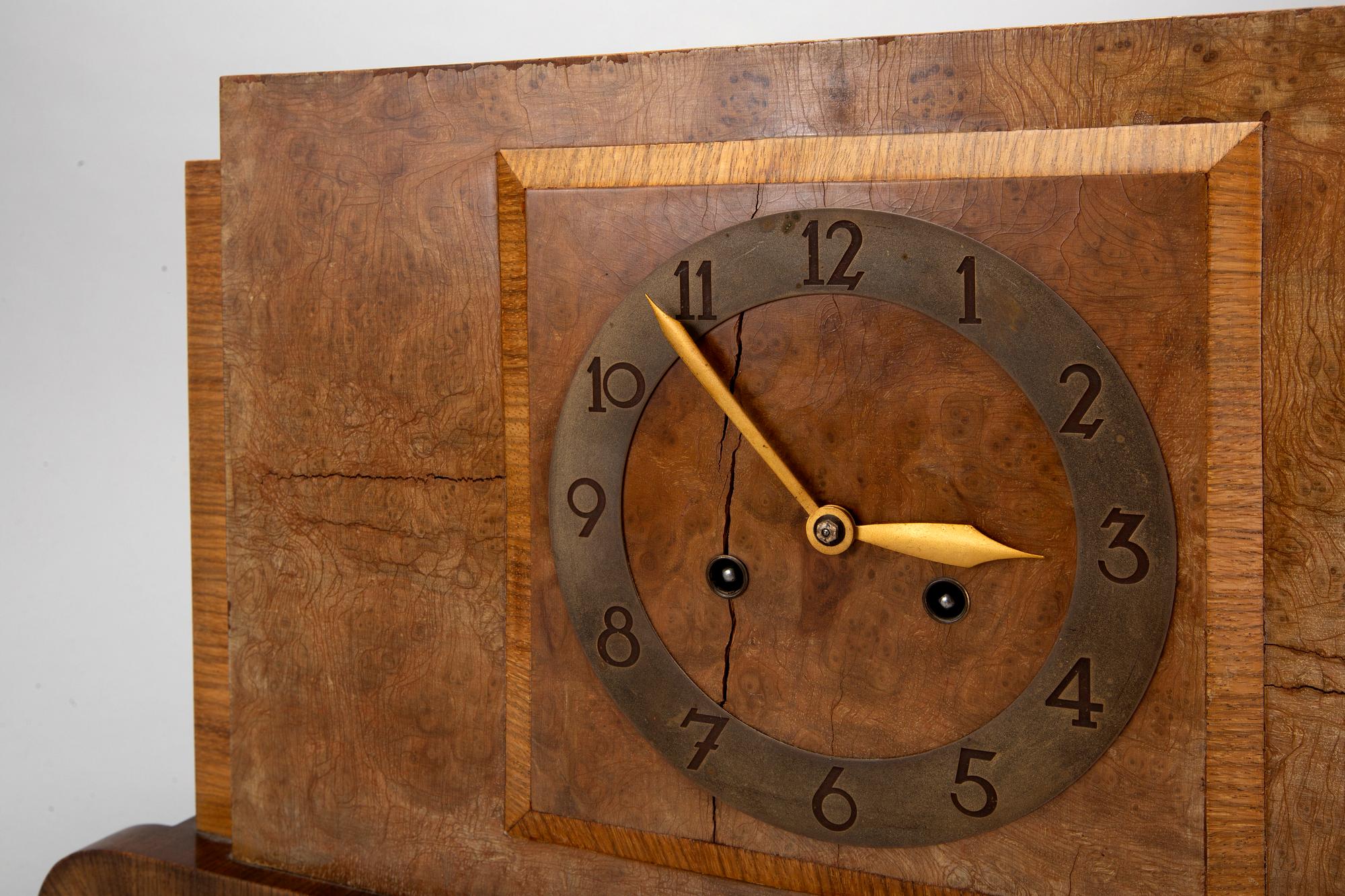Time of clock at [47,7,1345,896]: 2:53
